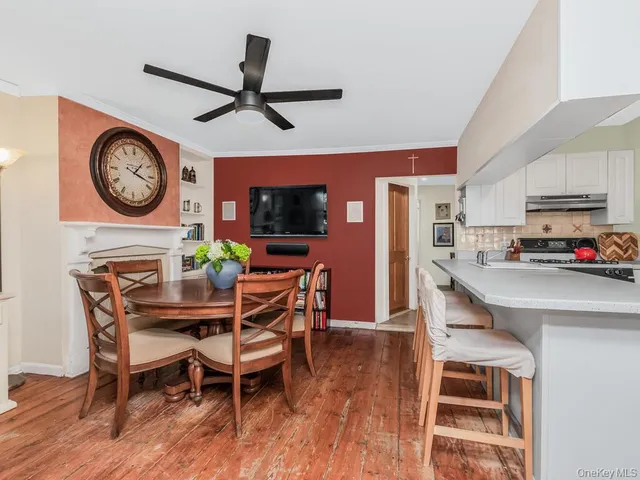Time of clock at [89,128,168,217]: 1:18
